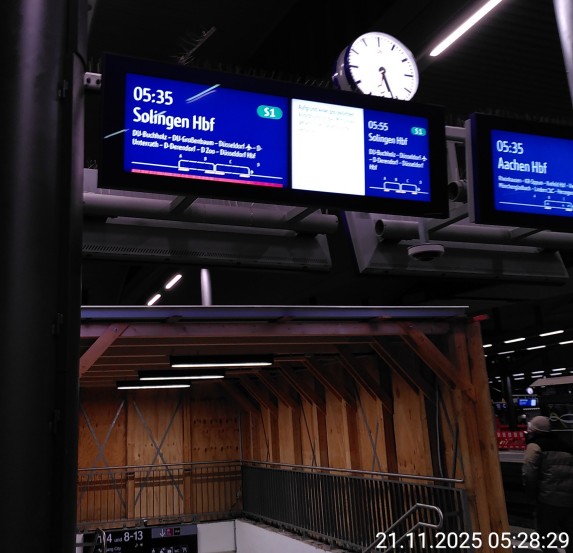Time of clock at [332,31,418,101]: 5:26
